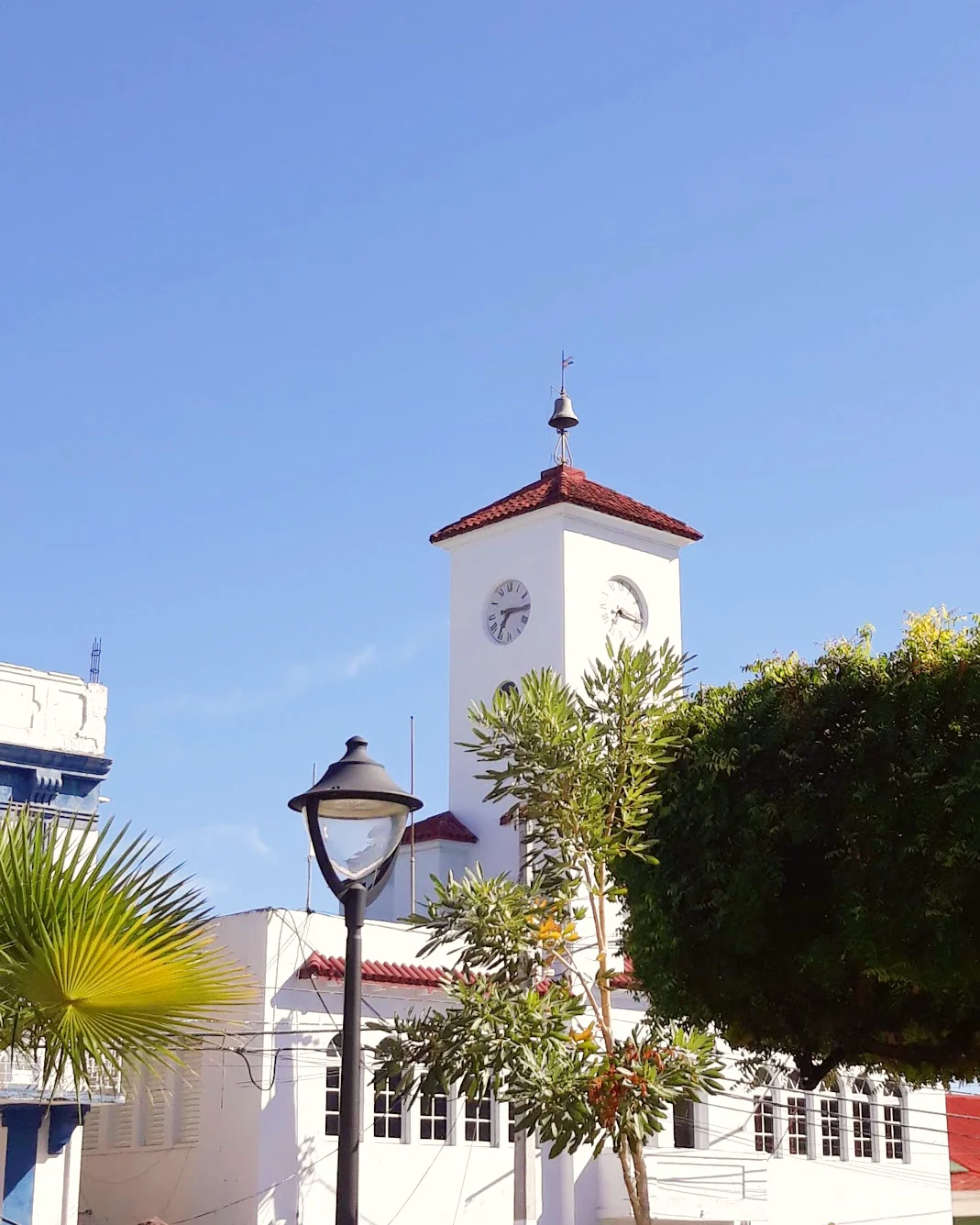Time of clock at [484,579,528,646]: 7:15
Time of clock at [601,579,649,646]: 7:17
